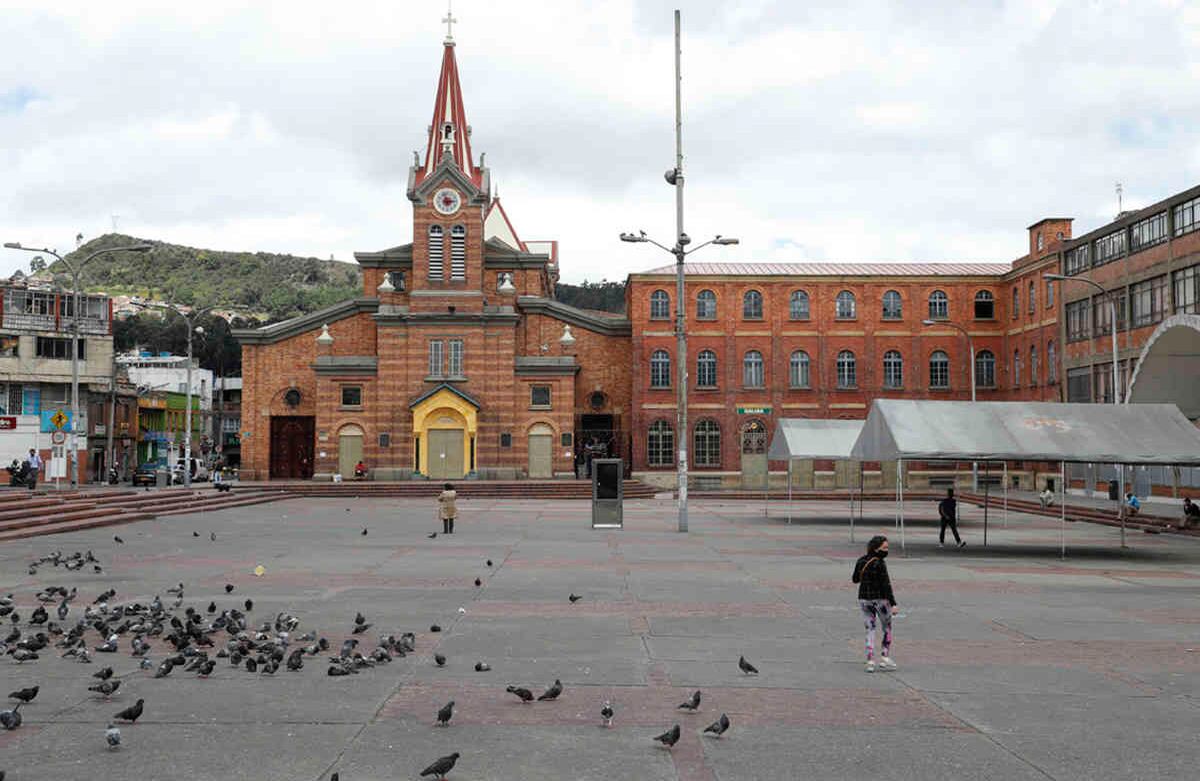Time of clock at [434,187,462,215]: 2:57
